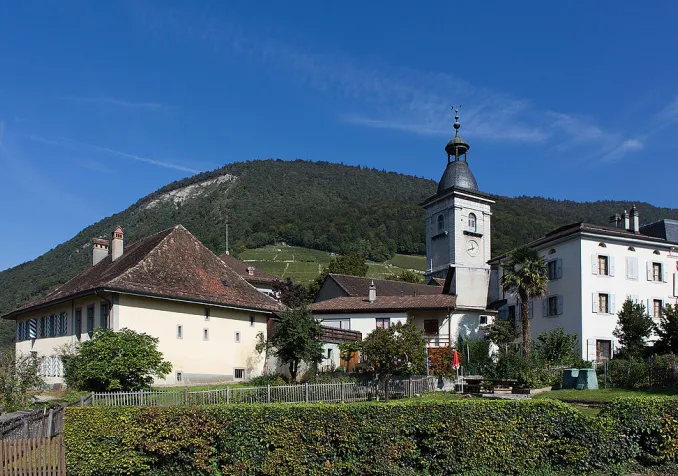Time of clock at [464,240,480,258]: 11:40
